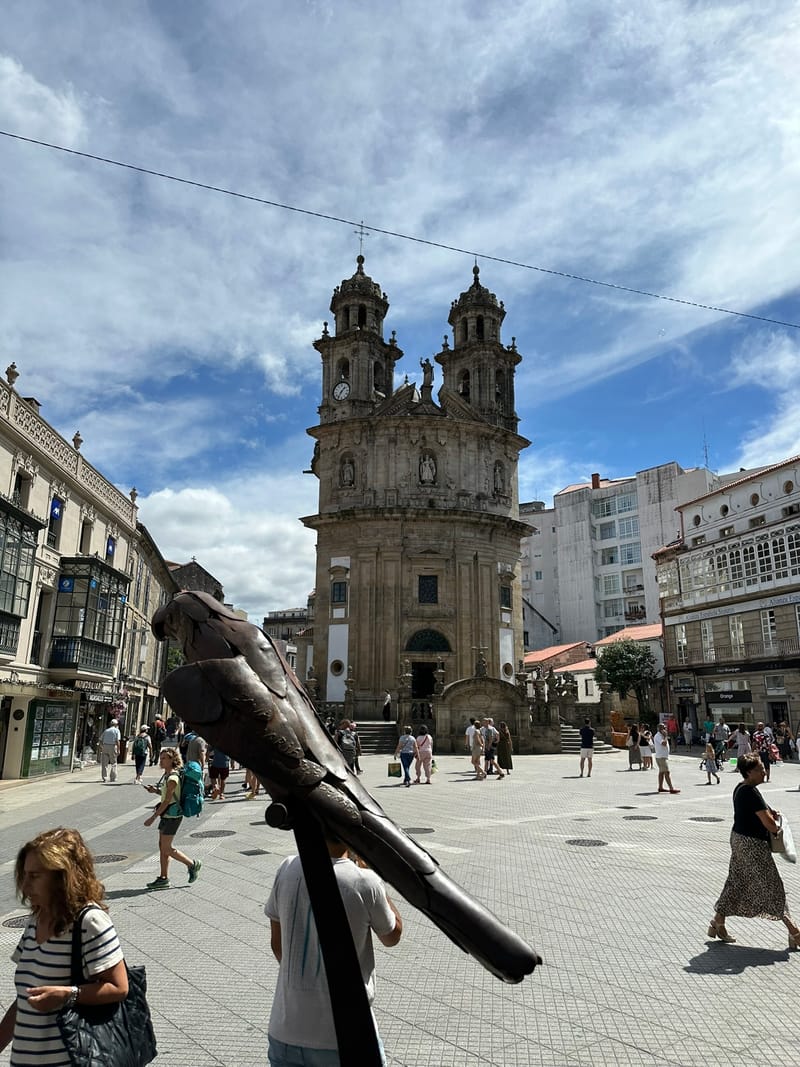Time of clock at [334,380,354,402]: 1:35
